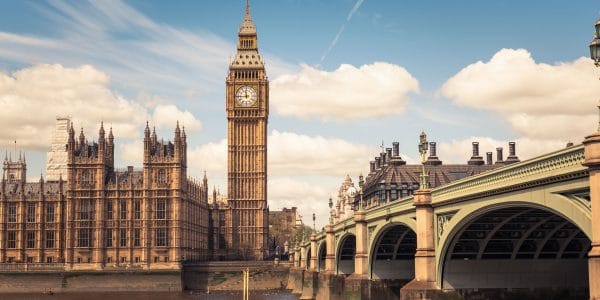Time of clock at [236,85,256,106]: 11:44
